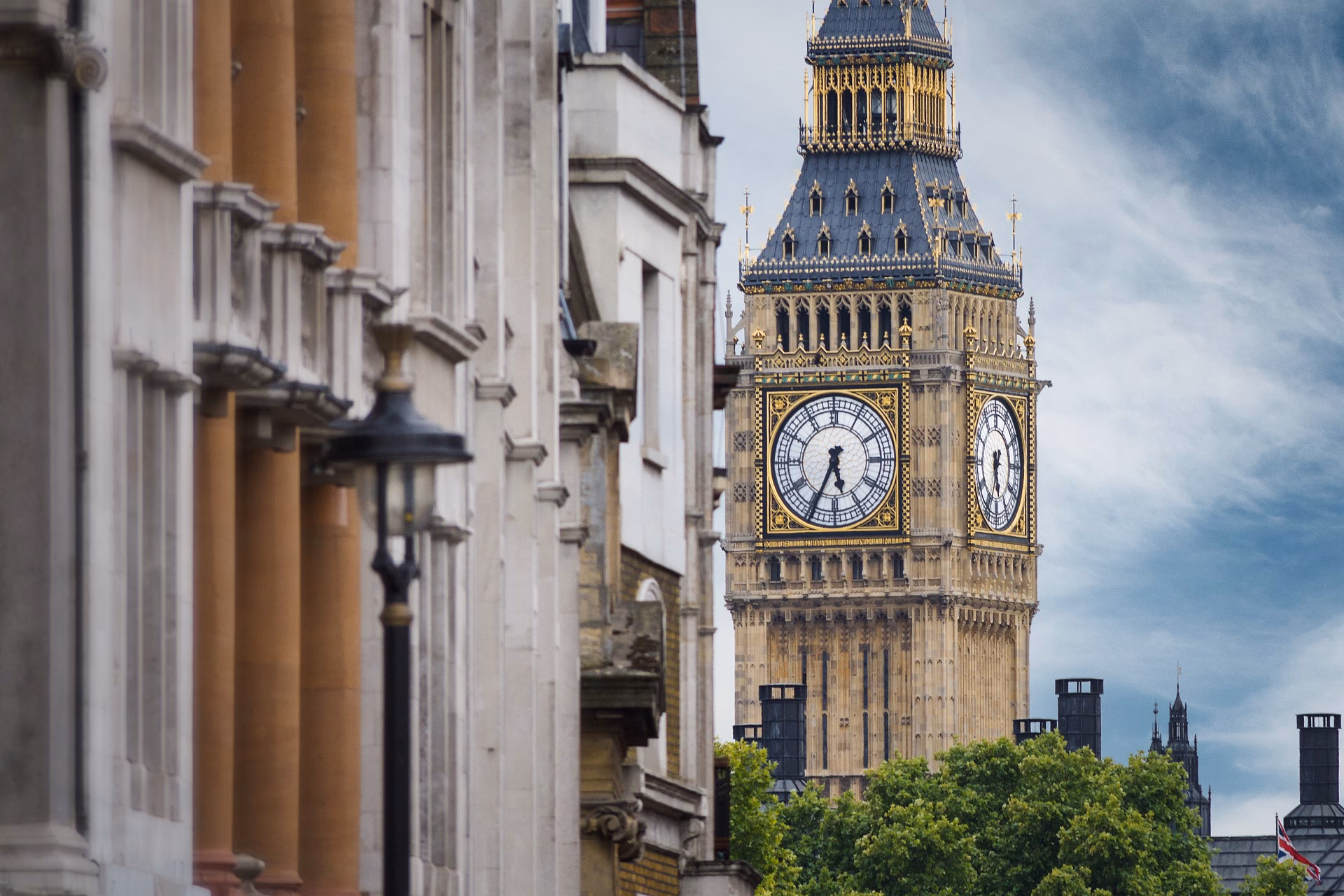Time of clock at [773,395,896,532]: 5:34
